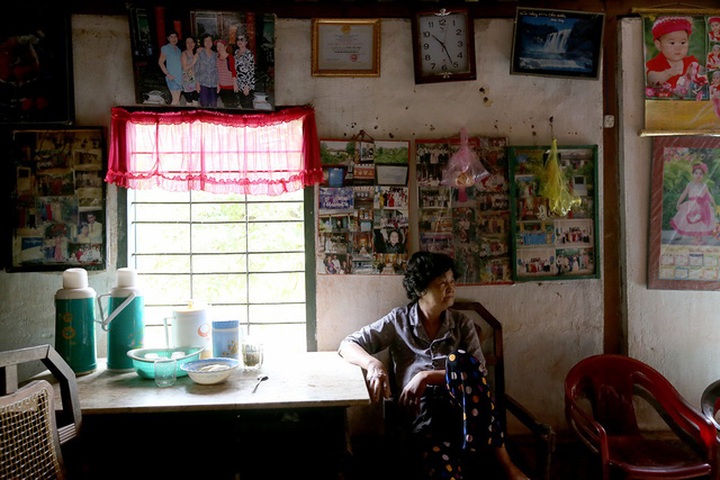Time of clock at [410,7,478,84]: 10:25
